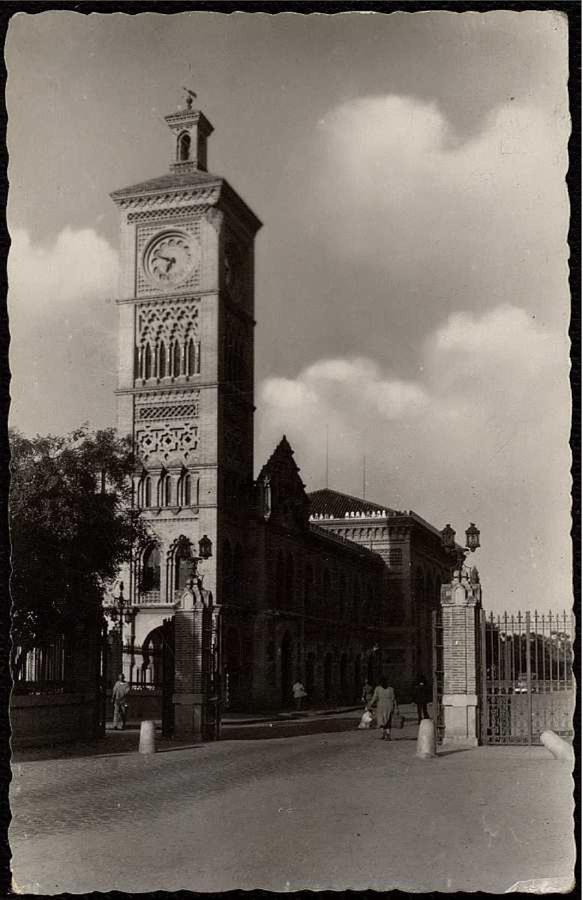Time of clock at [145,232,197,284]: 6:48
